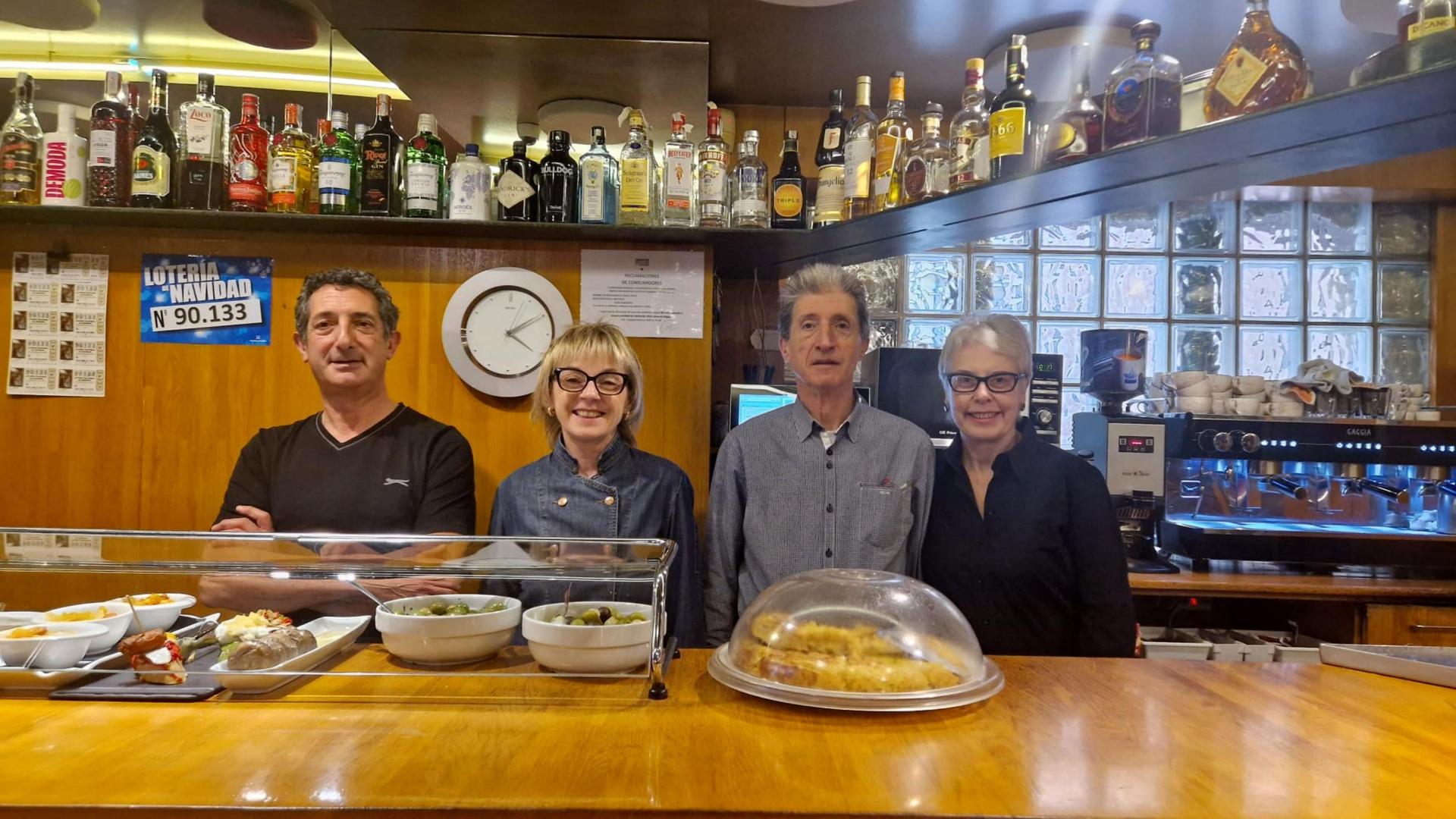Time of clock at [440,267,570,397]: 4:09
